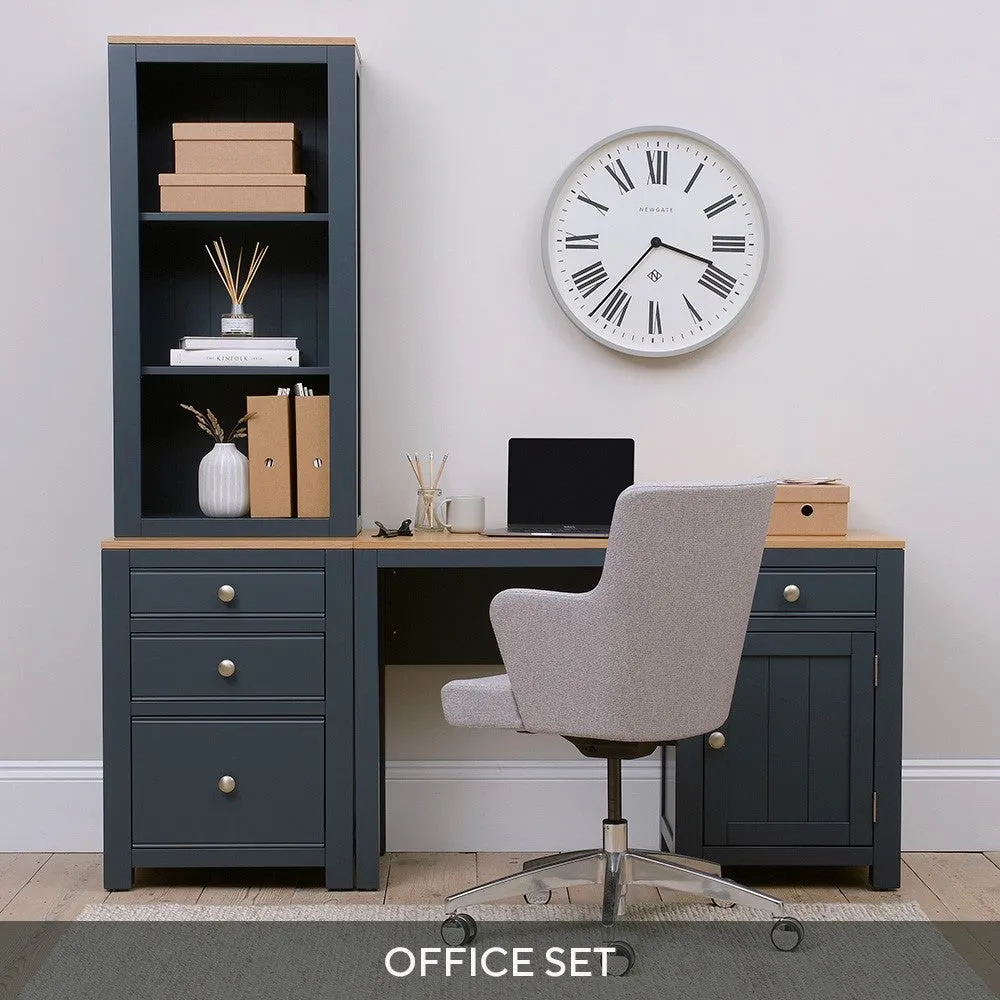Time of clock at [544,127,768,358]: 3:36
